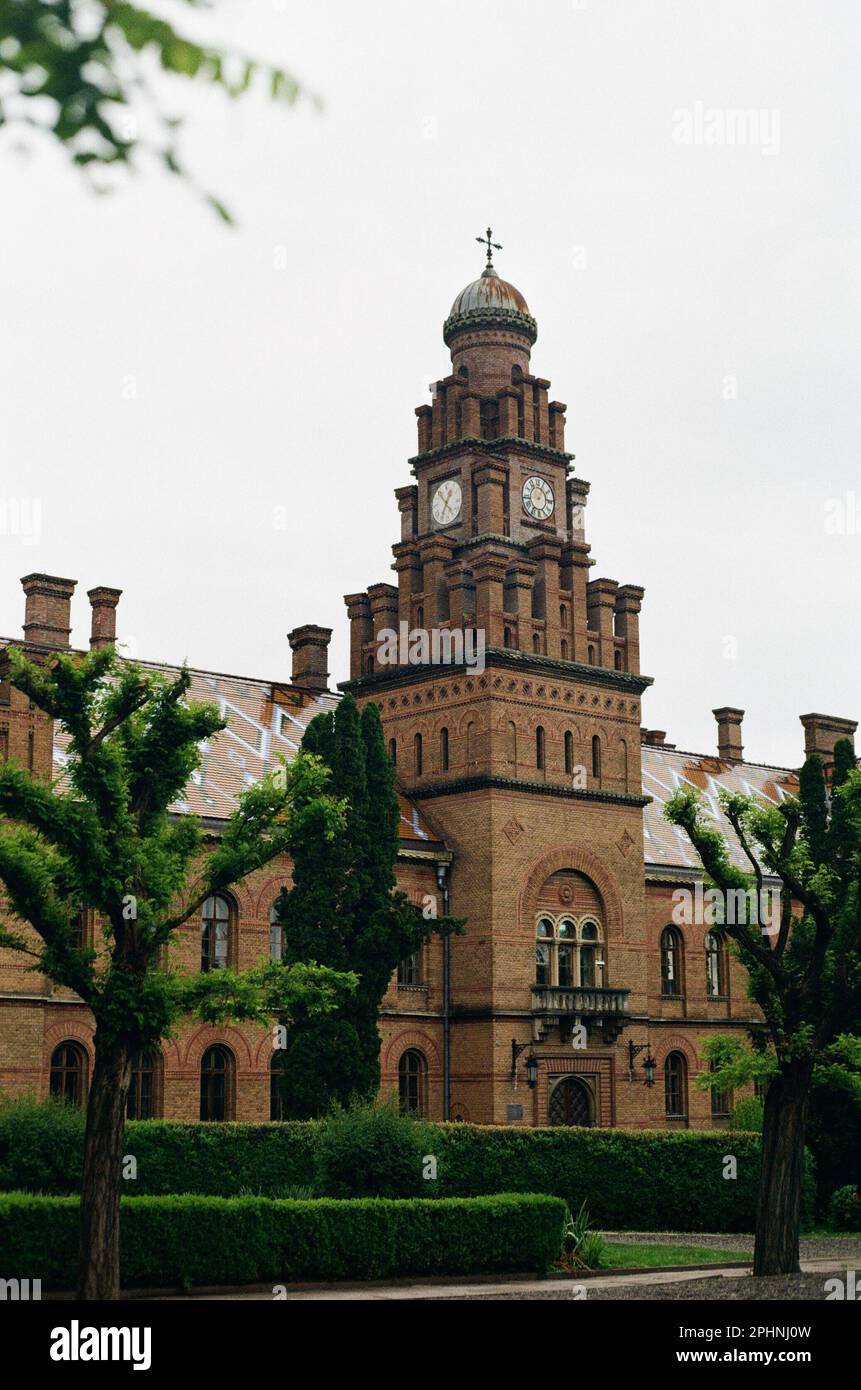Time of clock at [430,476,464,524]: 12:34
